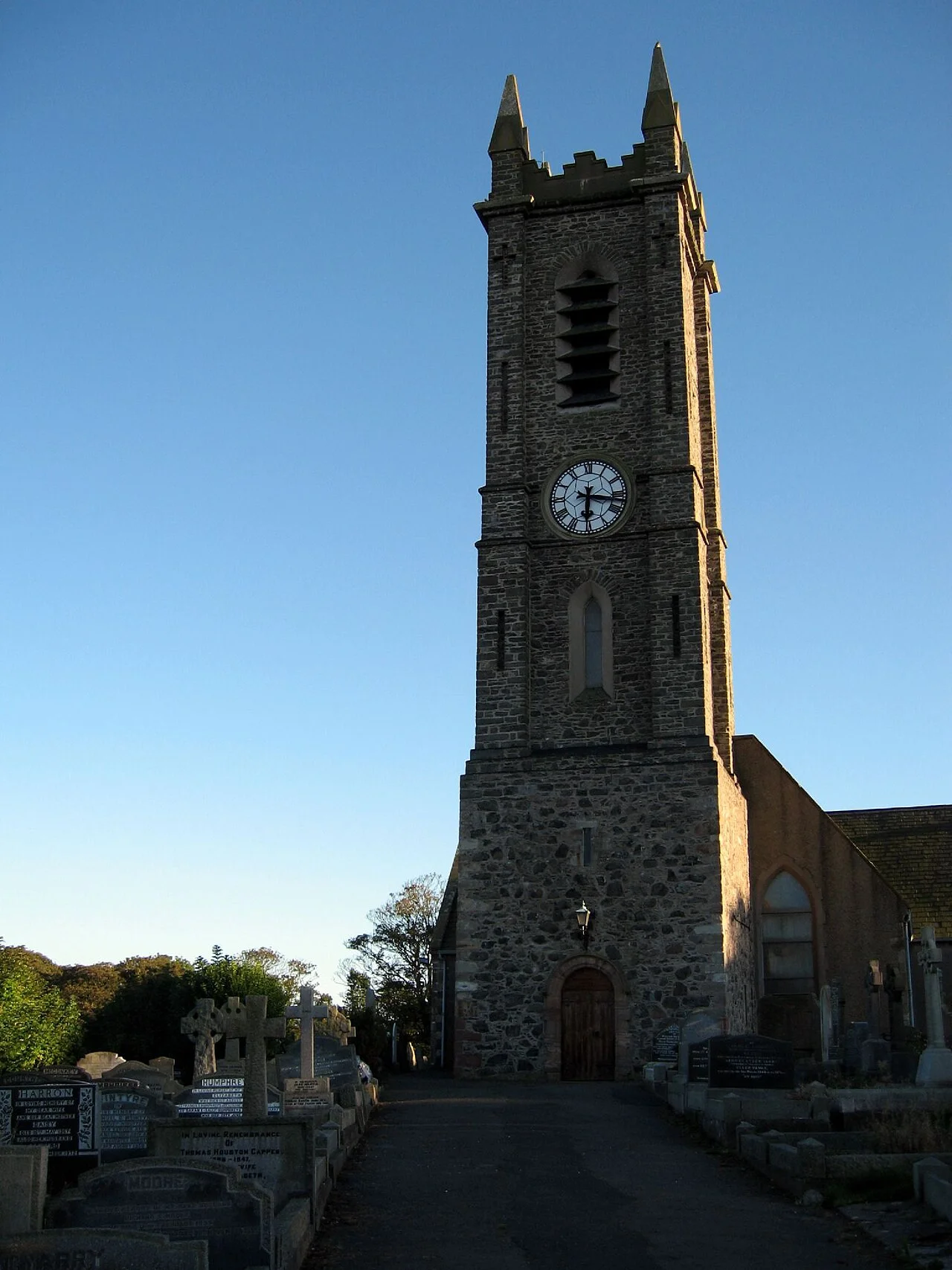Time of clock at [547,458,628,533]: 6:16
